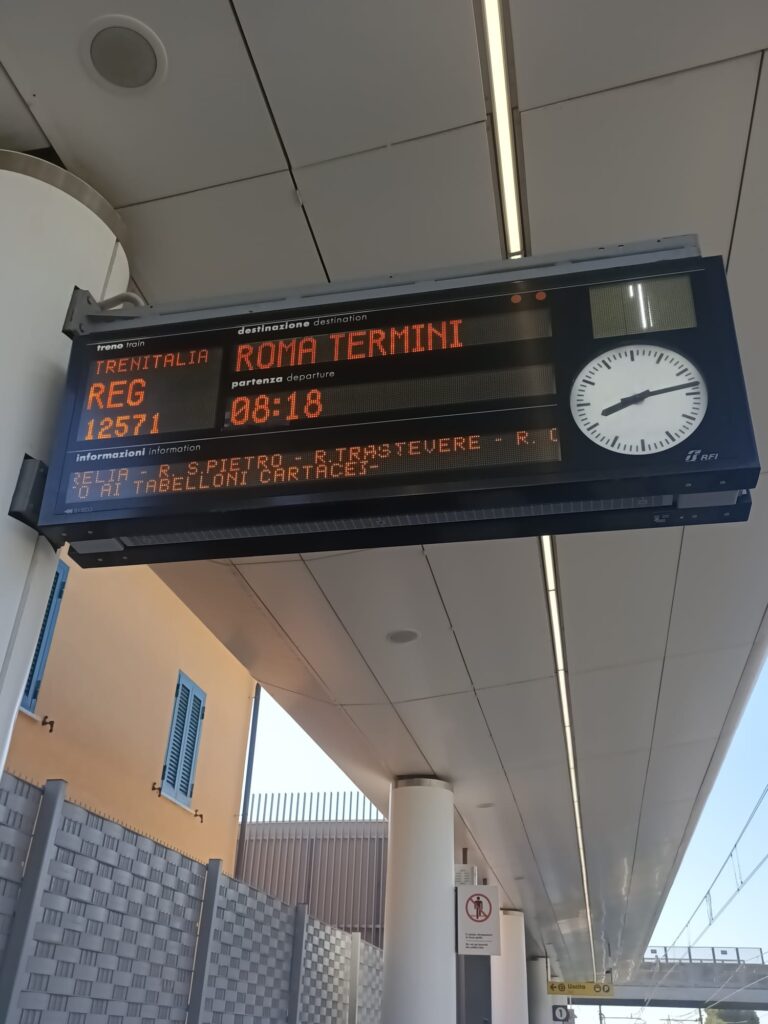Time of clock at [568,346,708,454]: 8:13
